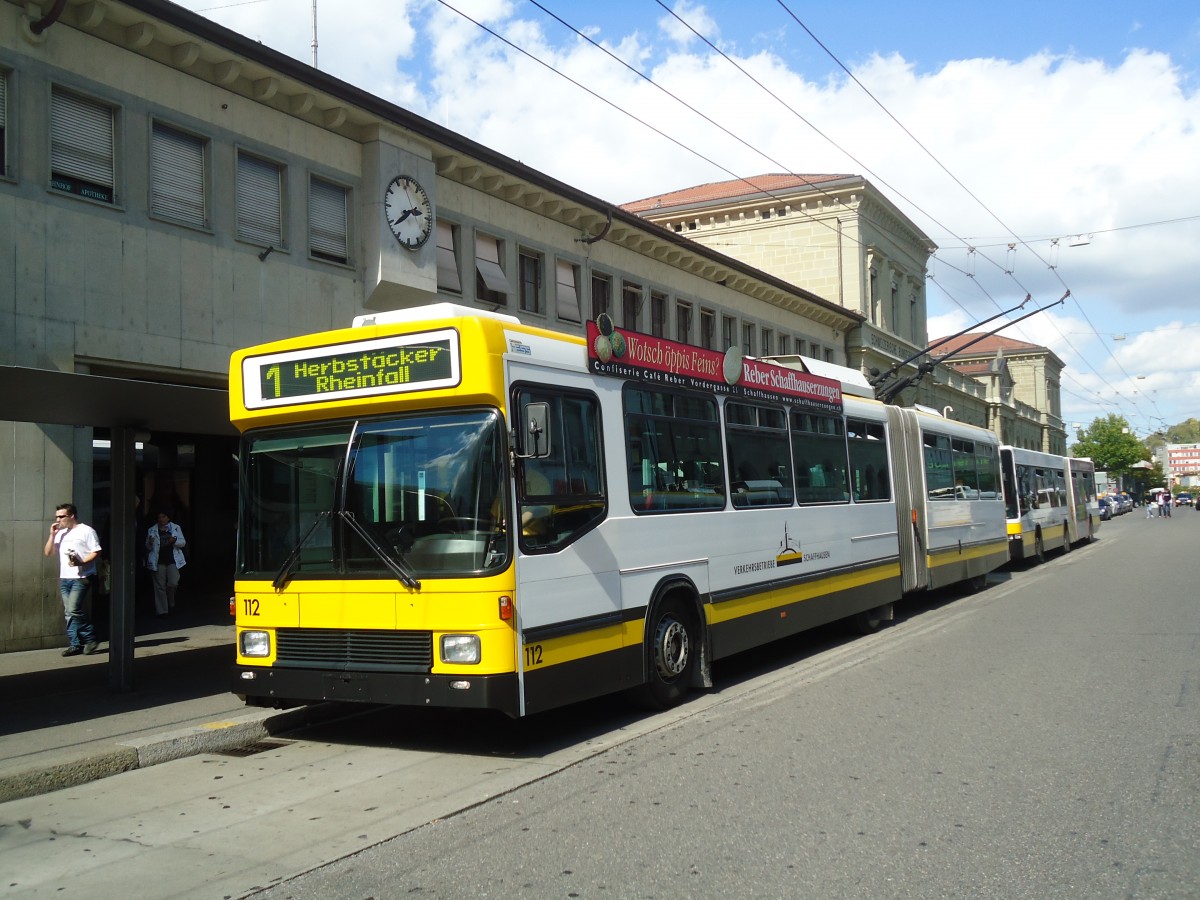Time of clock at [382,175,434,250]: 2:38
